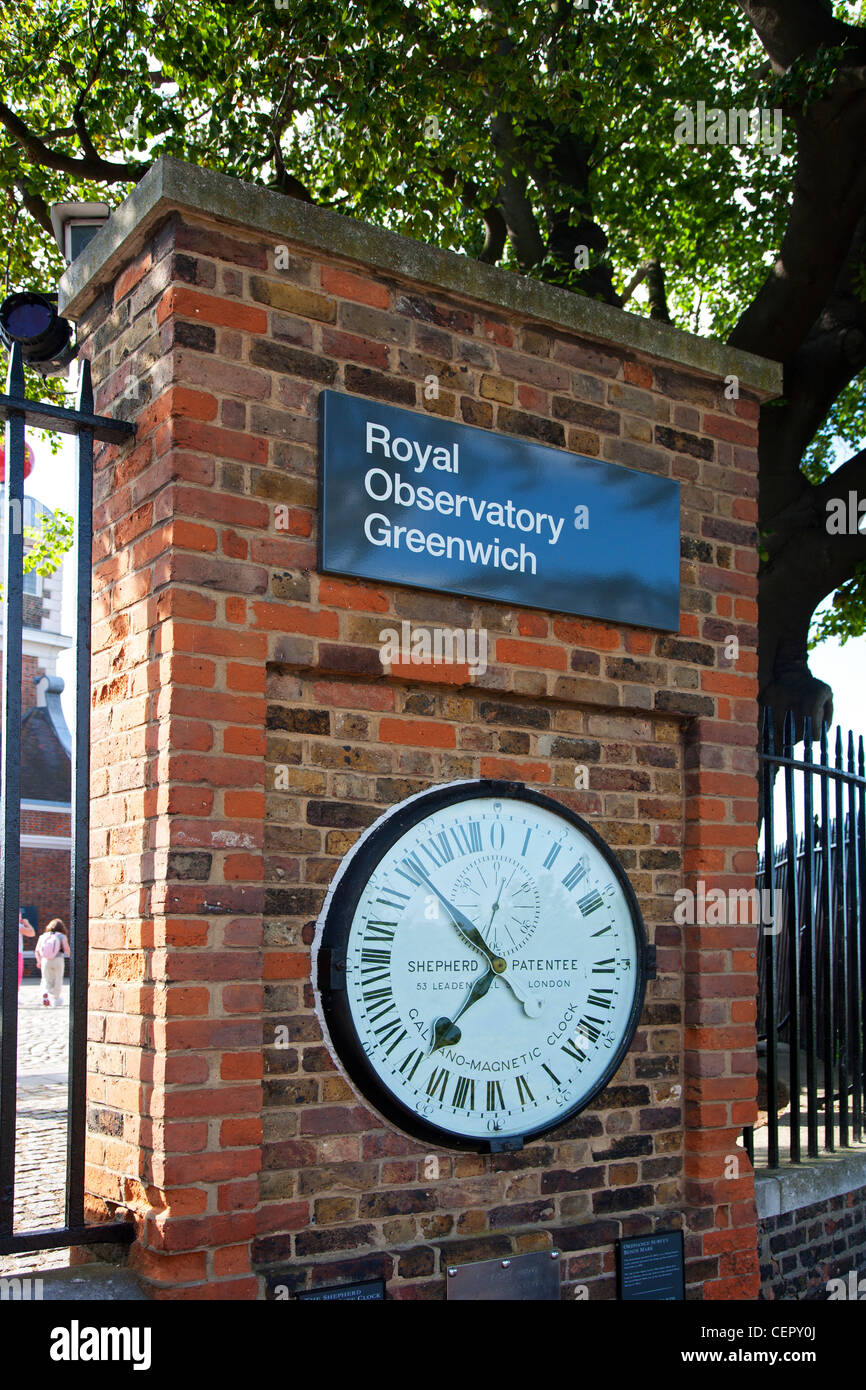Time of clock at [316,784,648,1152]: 6:51
